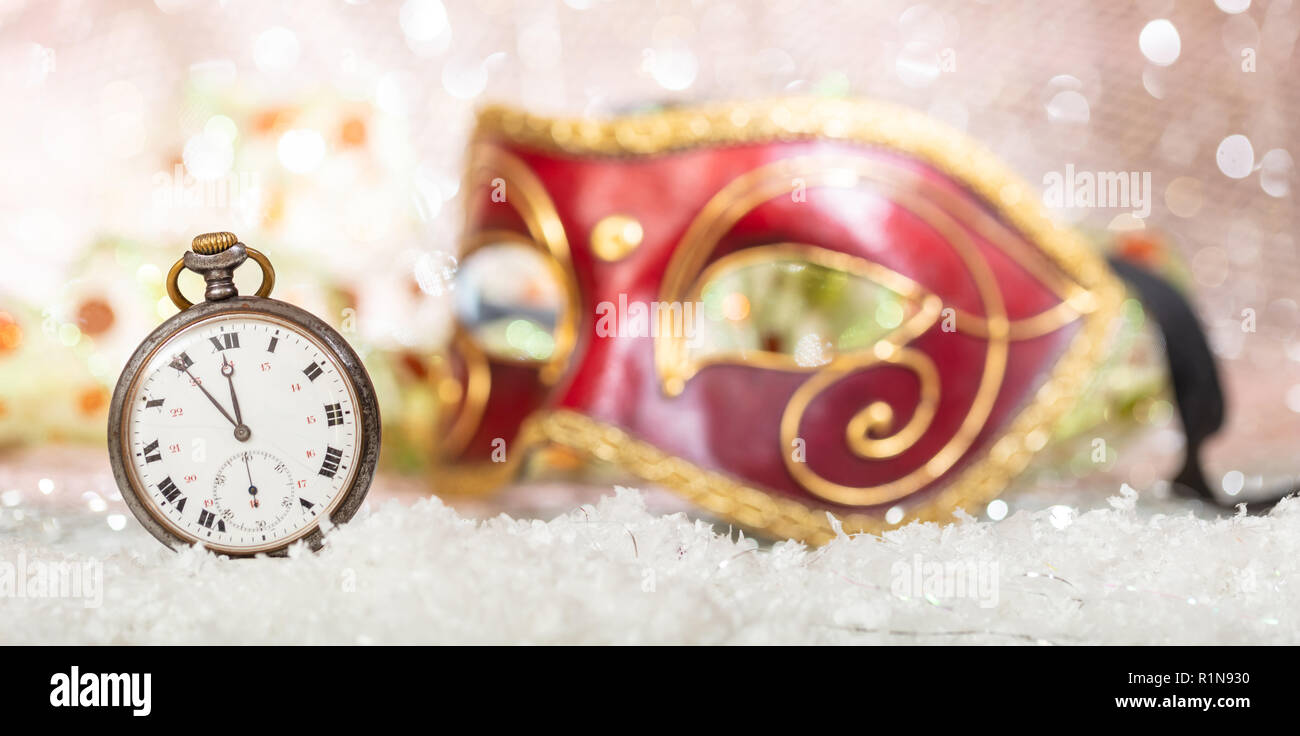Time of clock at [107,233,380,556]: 11:54
